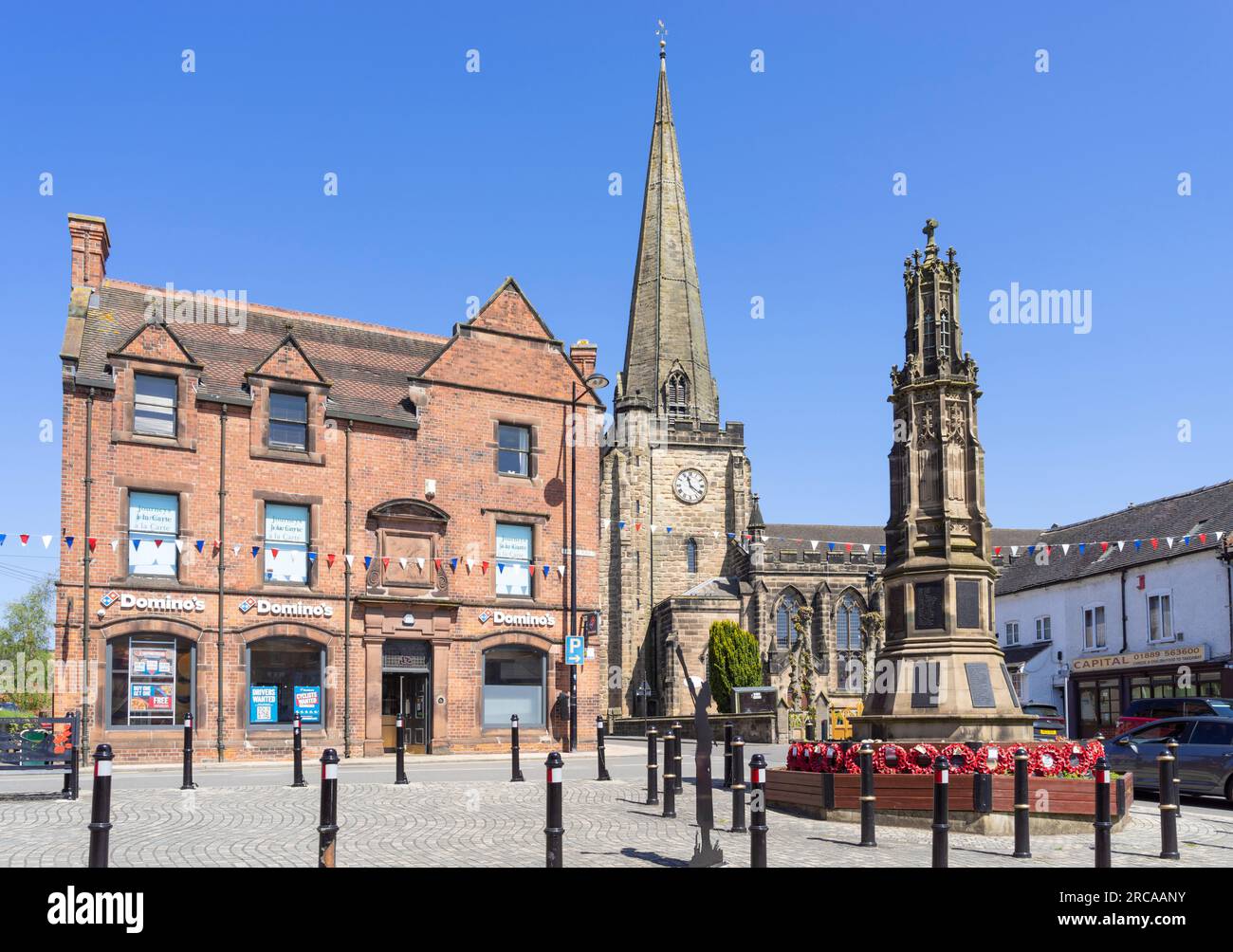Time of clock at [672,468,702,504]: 11:21
